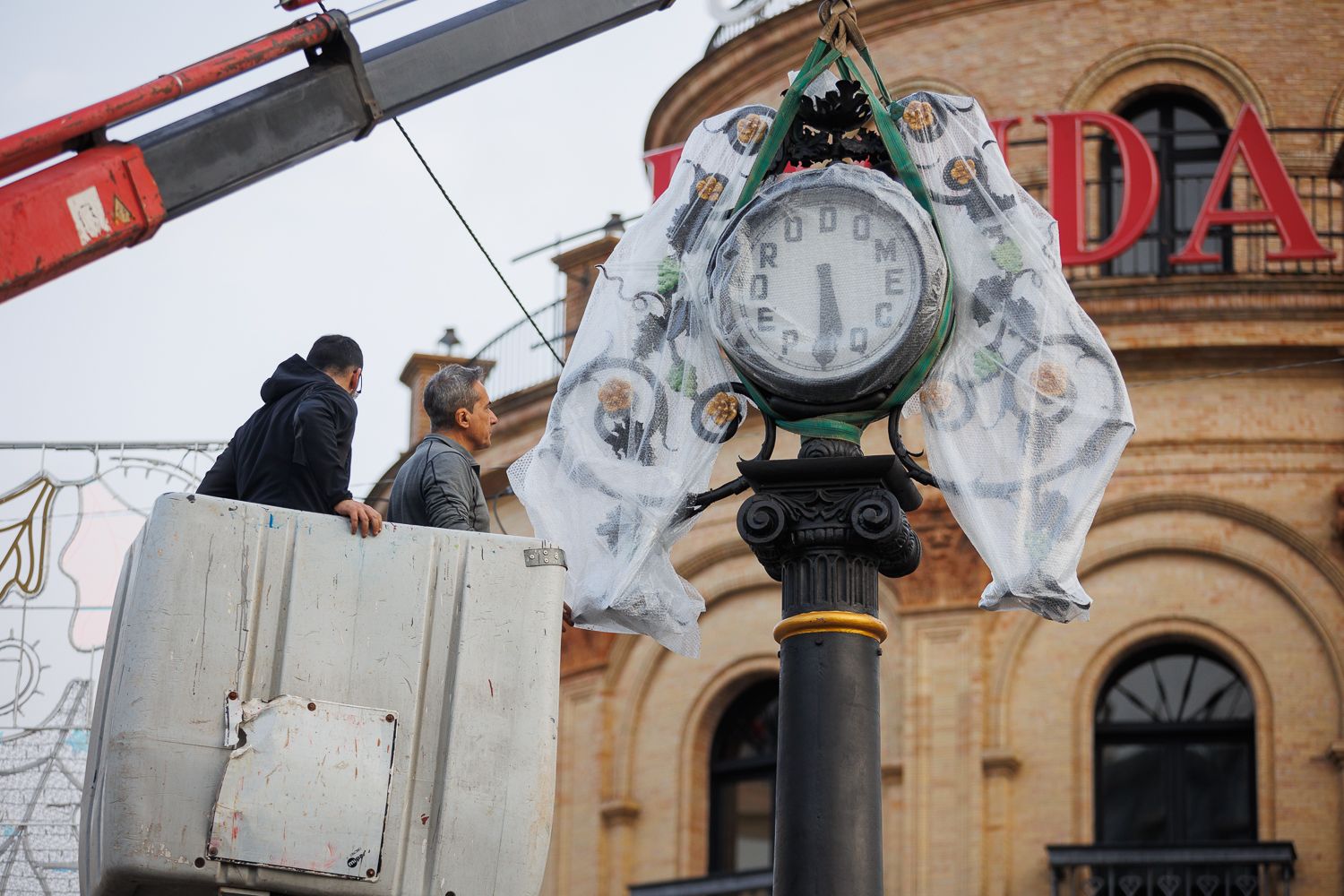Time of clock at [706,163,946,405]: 5:29
